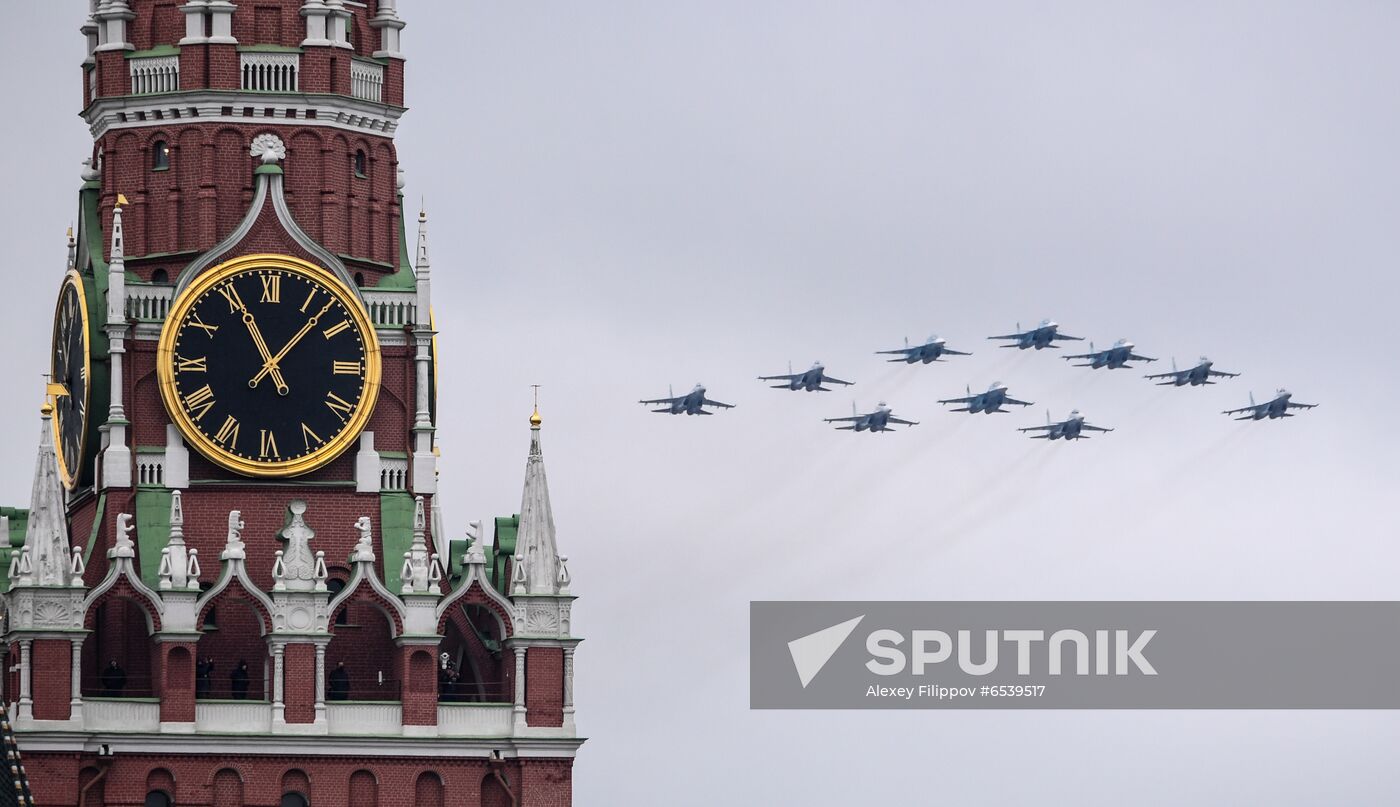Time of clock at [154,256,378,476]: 11:07
